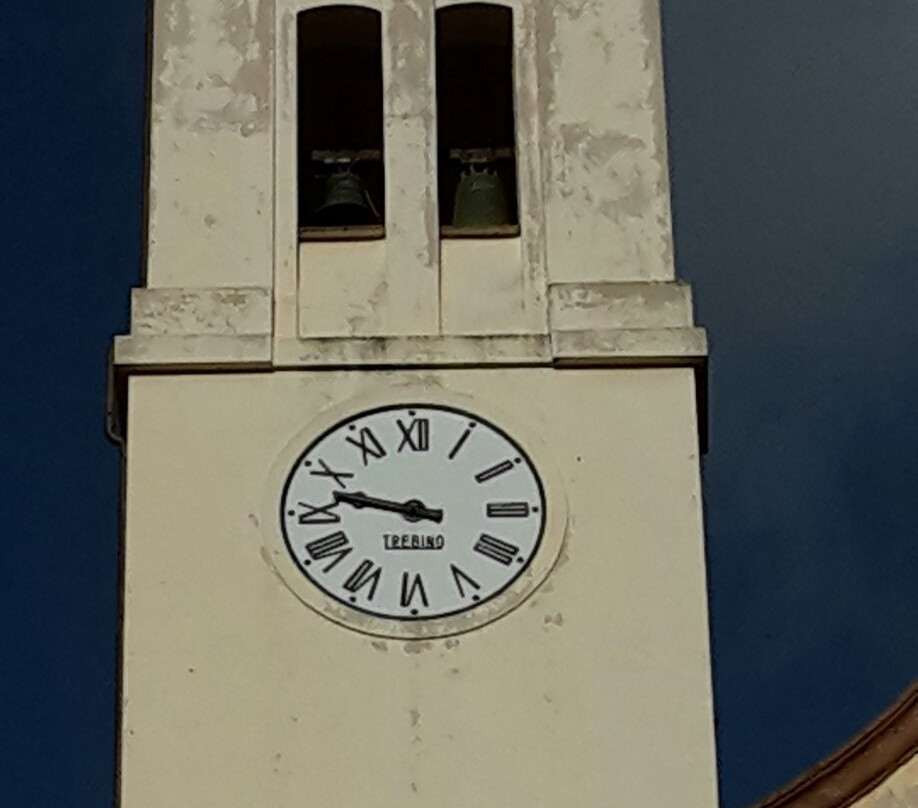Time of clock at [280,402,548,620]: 9:47
